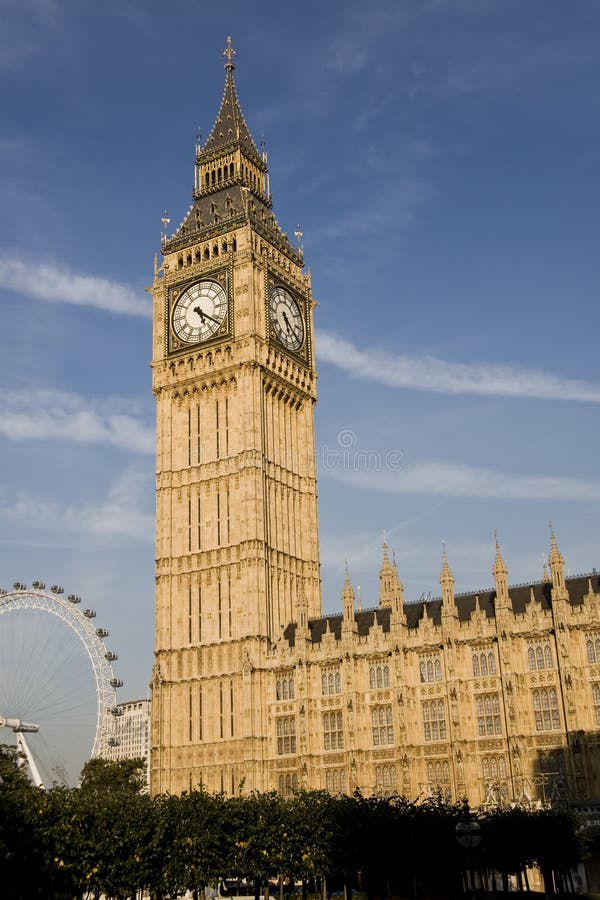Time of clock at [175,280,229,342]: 5:21
